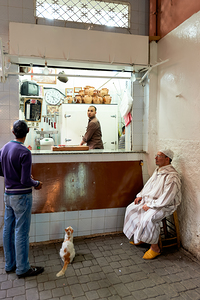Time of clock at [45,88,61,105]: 5:18
